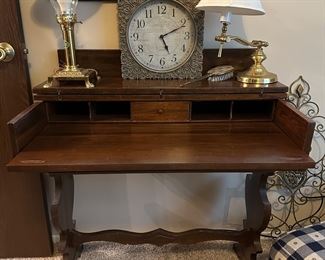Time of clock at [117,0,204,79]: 5:11
